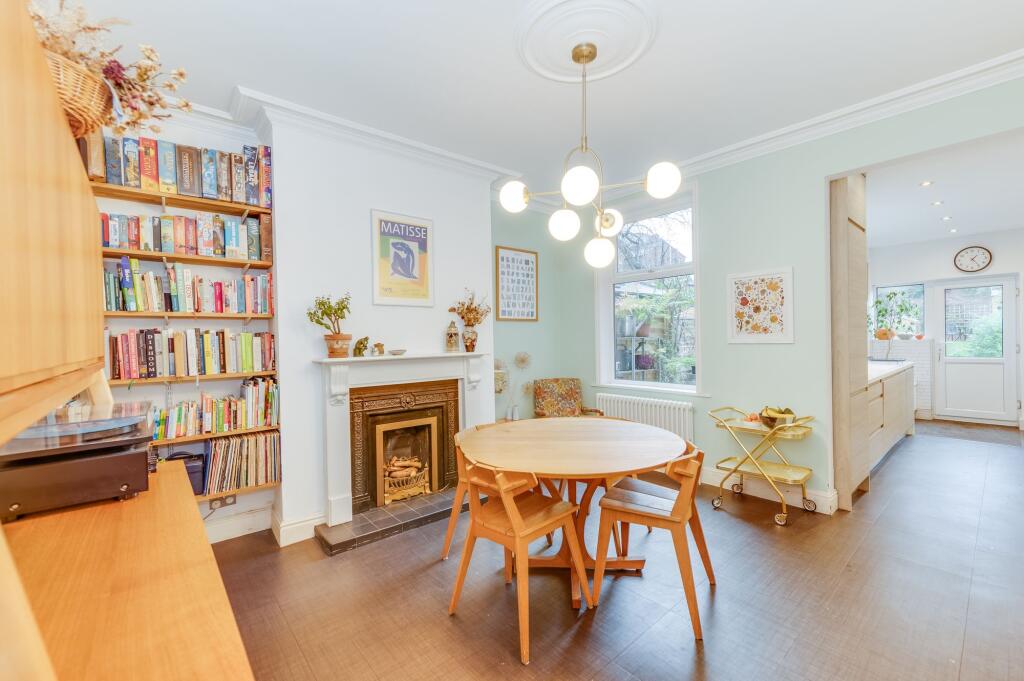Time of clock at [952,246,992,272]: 1:24
